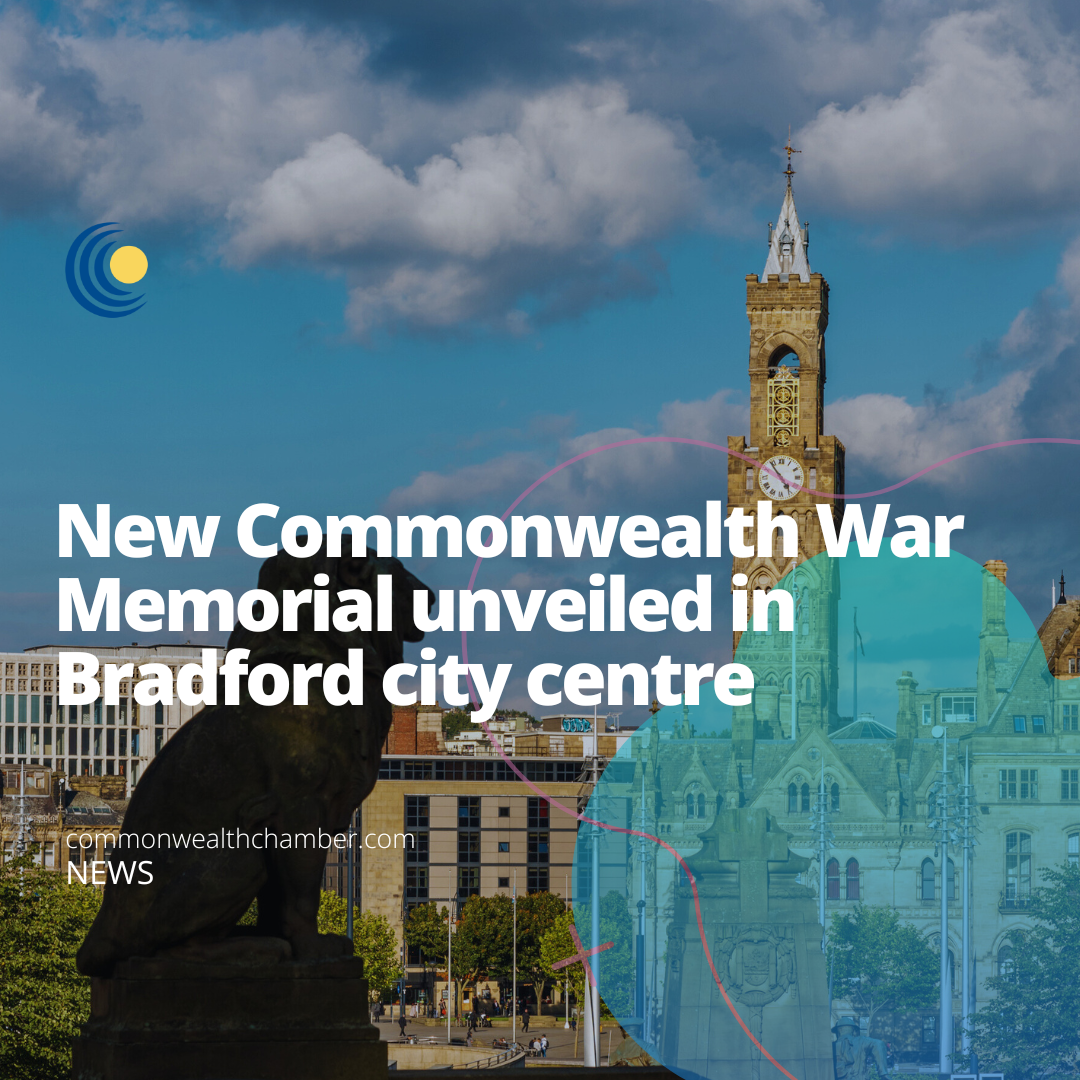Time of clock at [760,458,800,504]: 4:53
